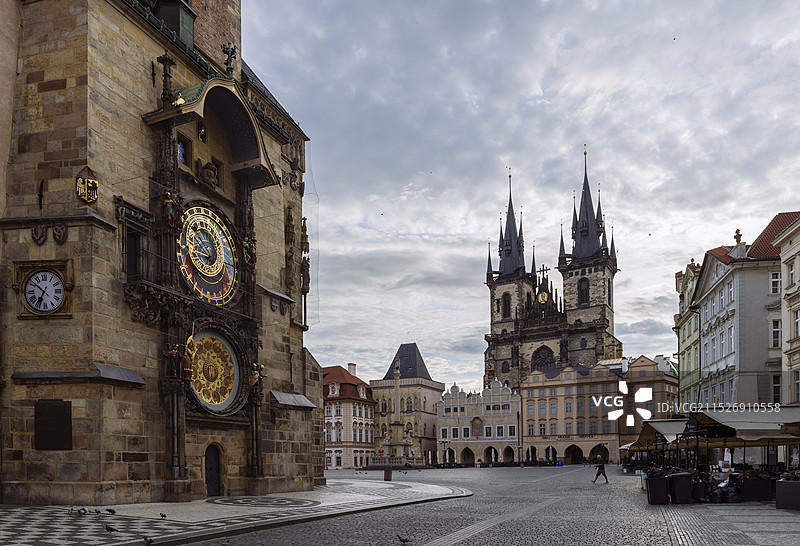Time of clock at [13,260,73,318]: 6:51
